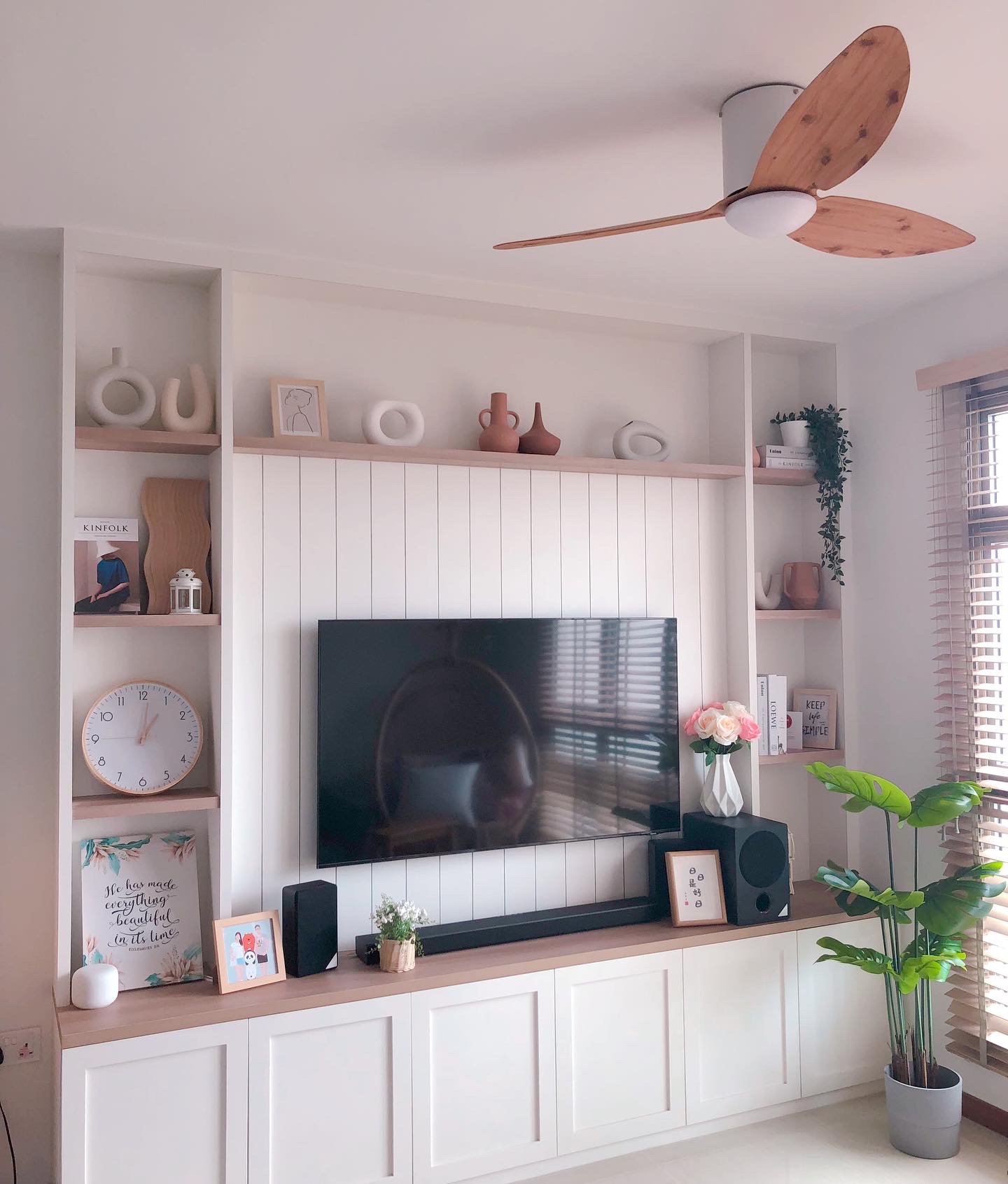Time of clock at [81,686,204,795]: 1:01
